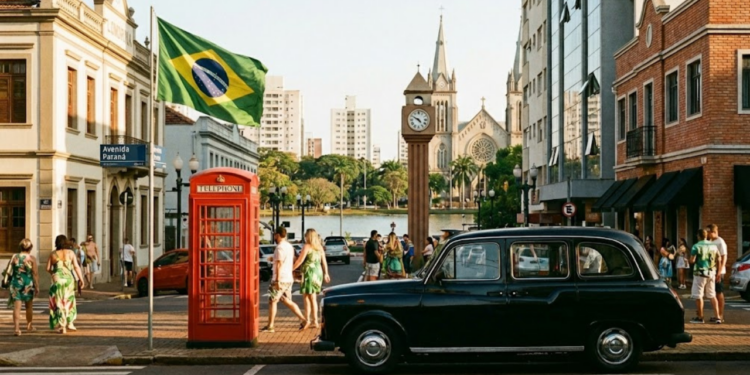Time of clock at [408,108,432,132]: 4:49
